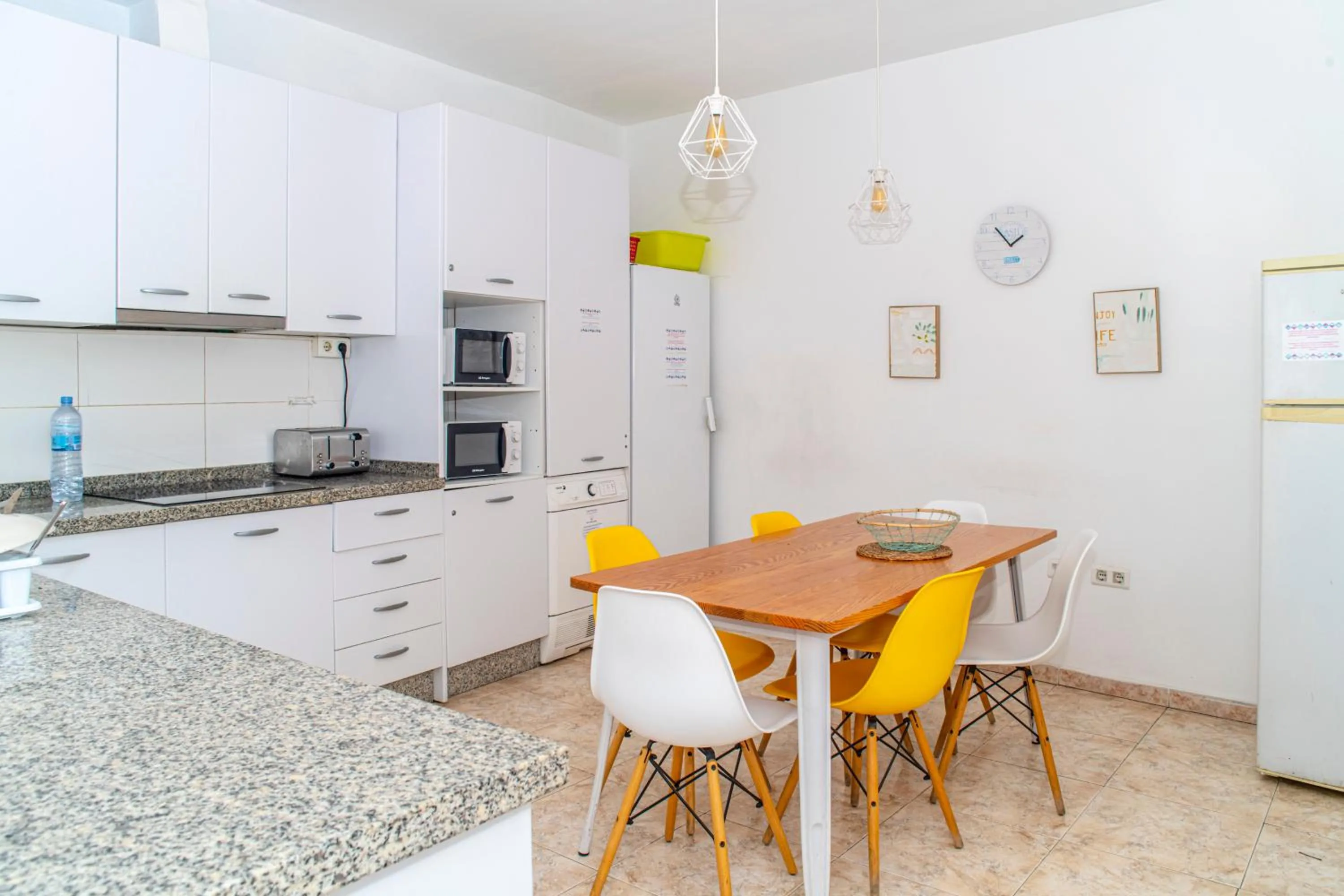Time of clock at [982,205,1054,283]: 1:53
